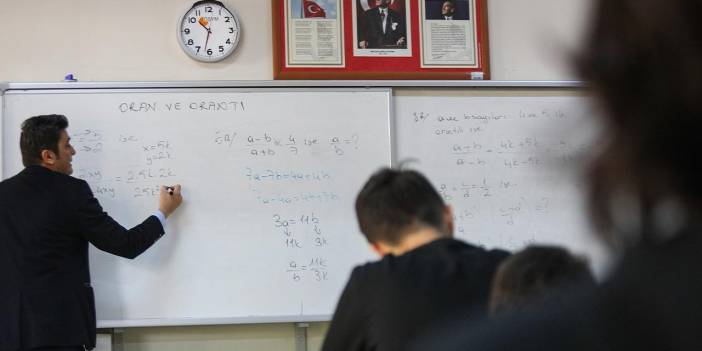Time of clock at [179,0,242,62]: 10:32
